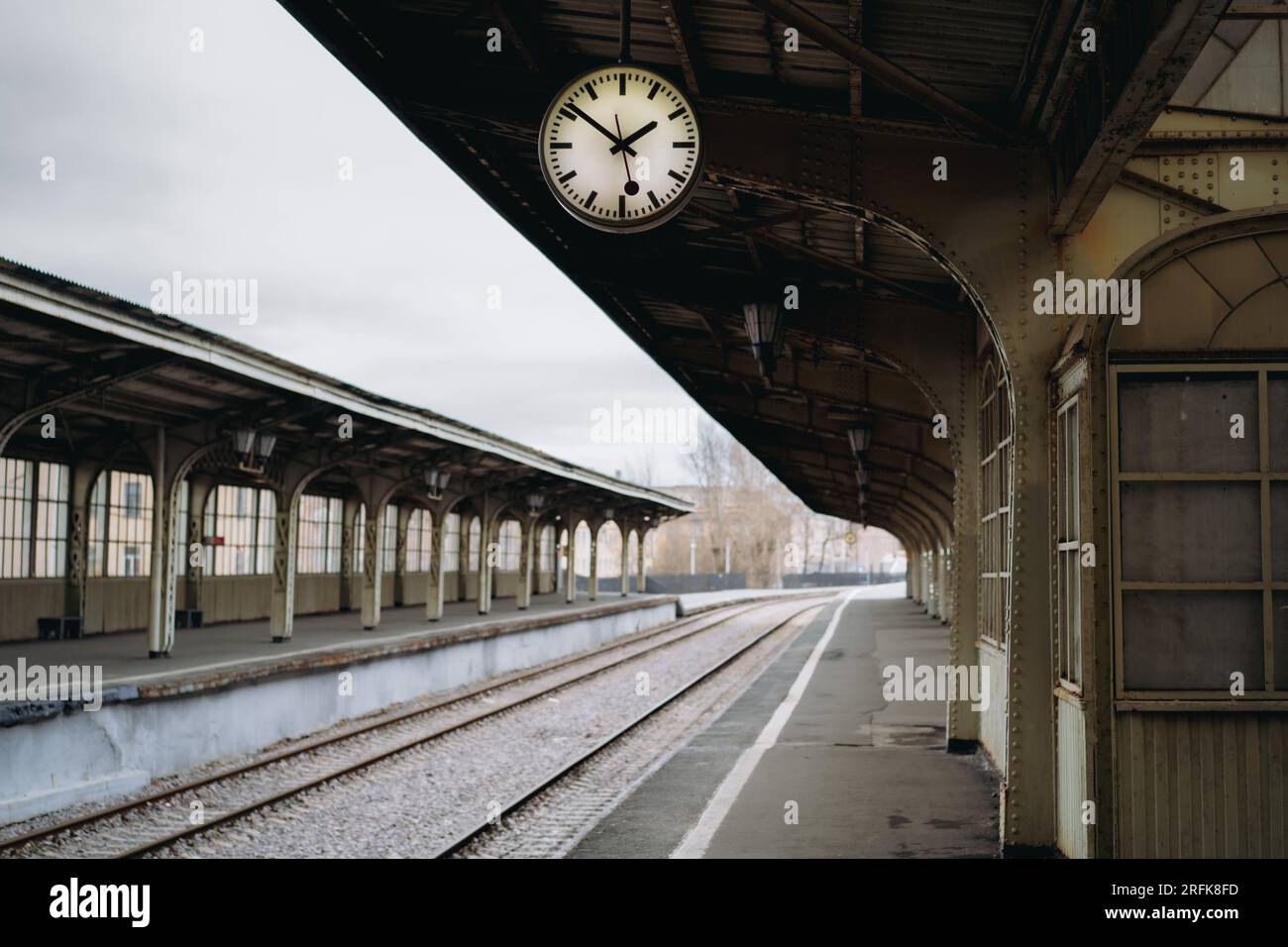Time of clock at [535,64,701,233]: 1:51
